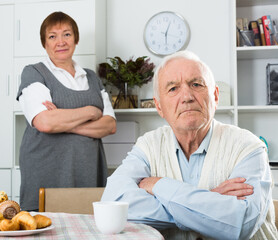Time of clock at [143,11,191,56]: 12:30
